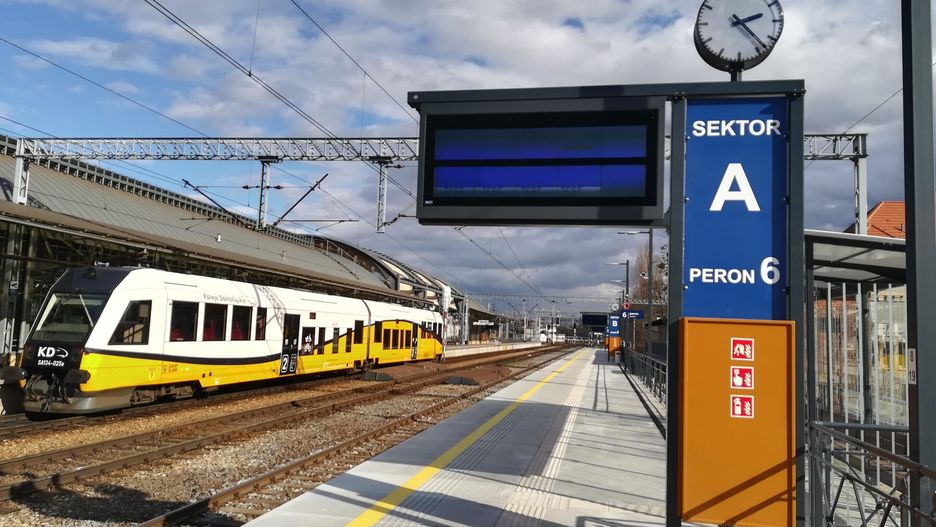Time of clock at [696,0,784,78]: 2:23
